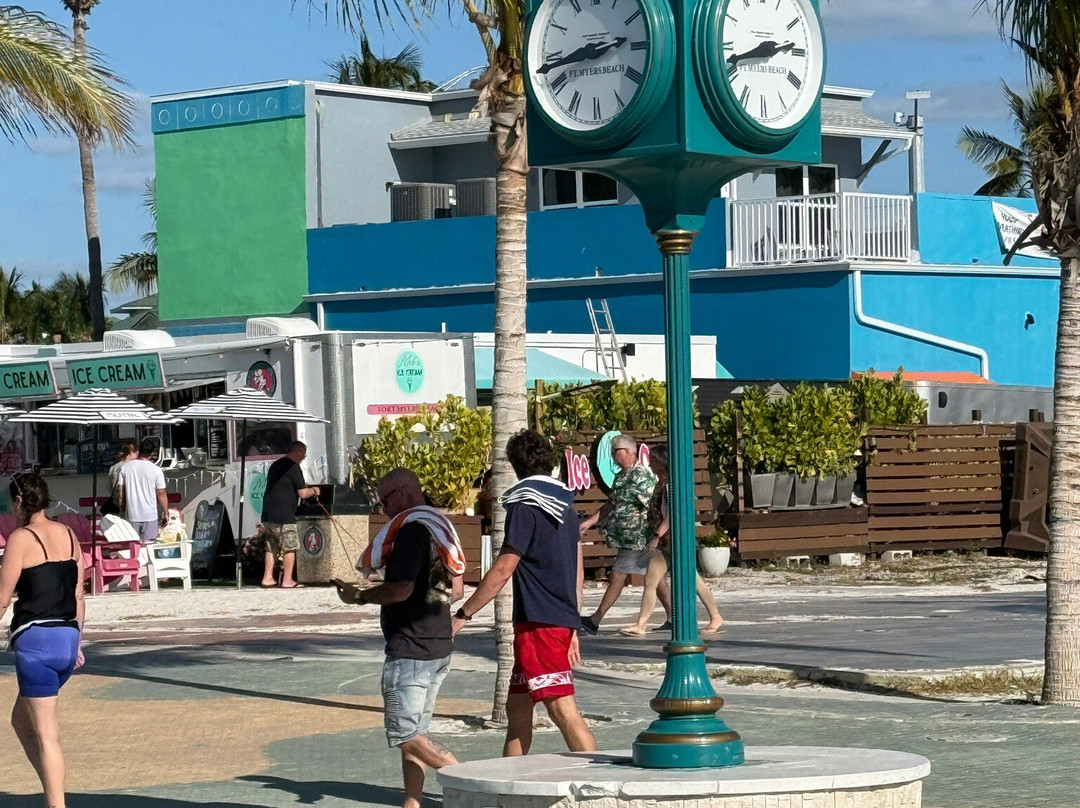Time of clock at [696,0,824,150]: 2:42
